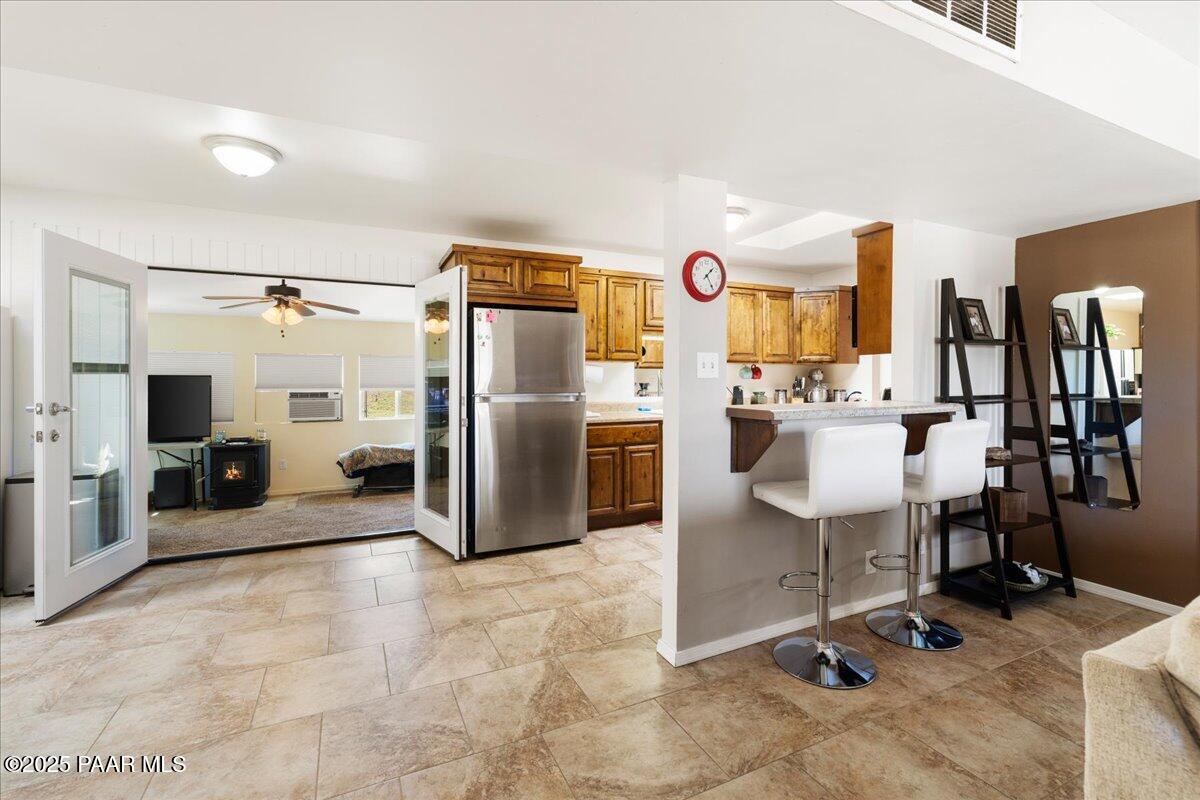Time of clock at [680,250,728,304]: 1:24
